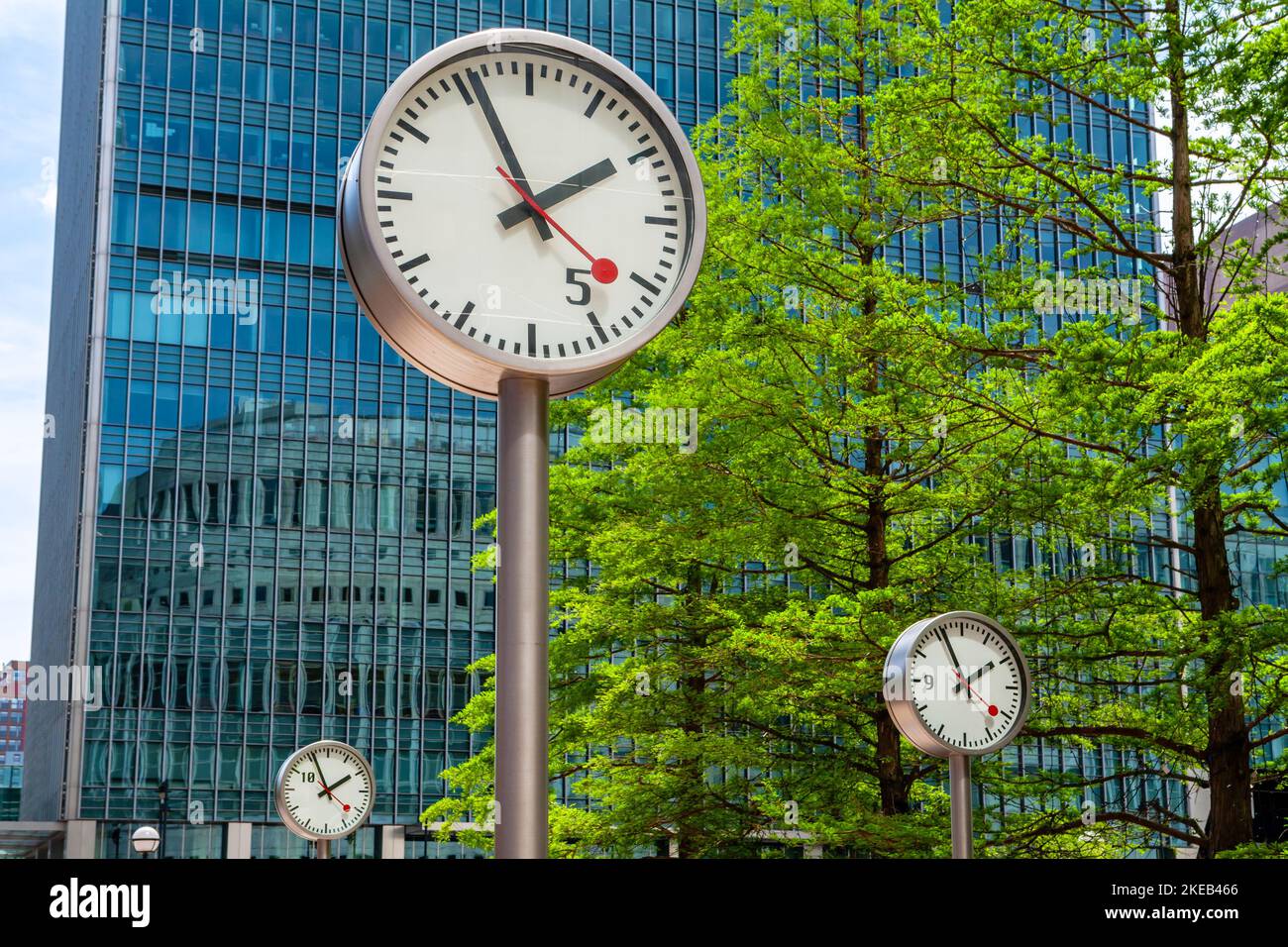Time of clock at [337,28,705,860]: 1:56
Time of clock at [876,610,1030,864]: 1:56
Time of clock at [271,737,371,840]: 1:56
